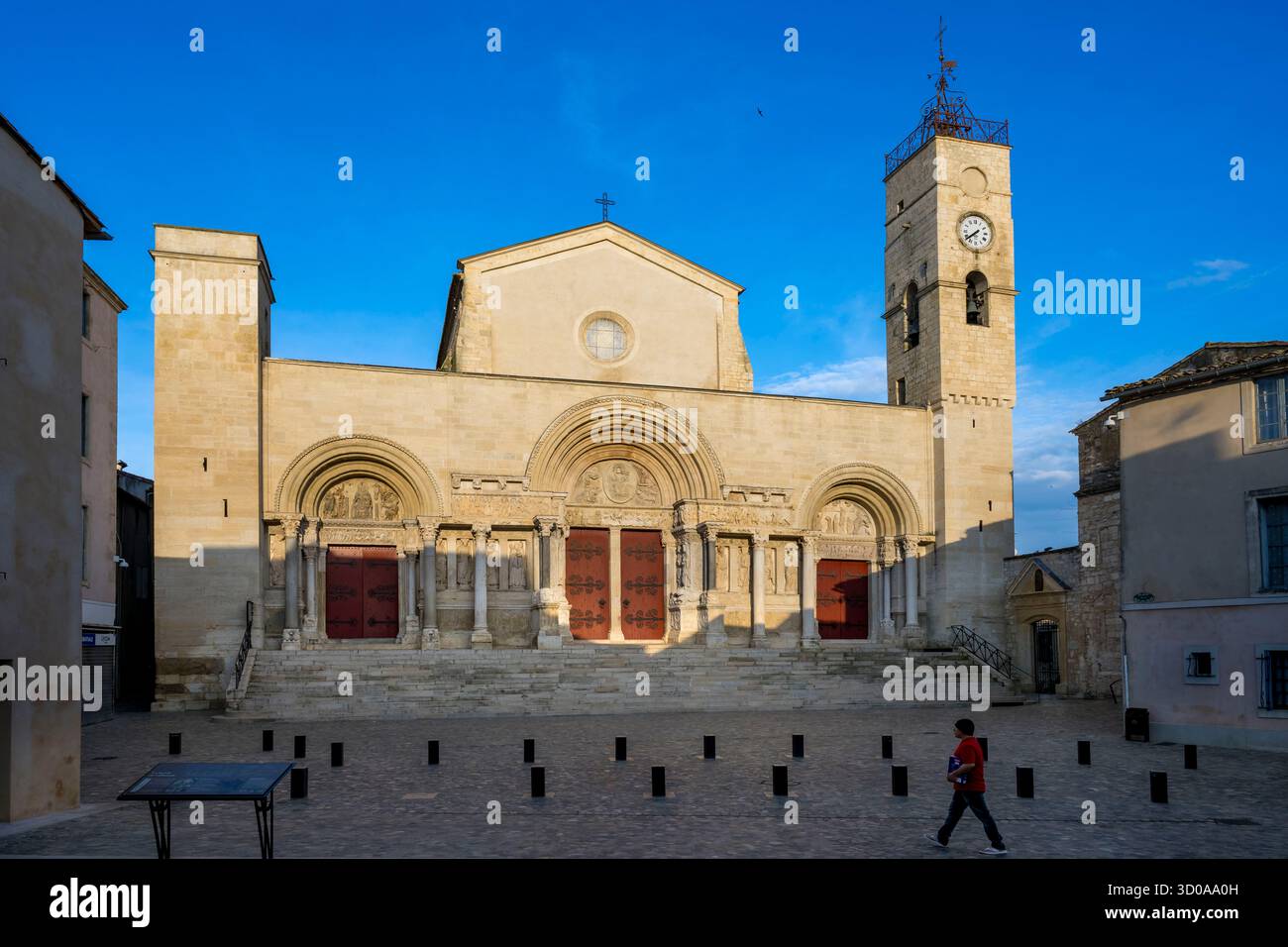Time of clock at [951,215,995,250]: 7:38
